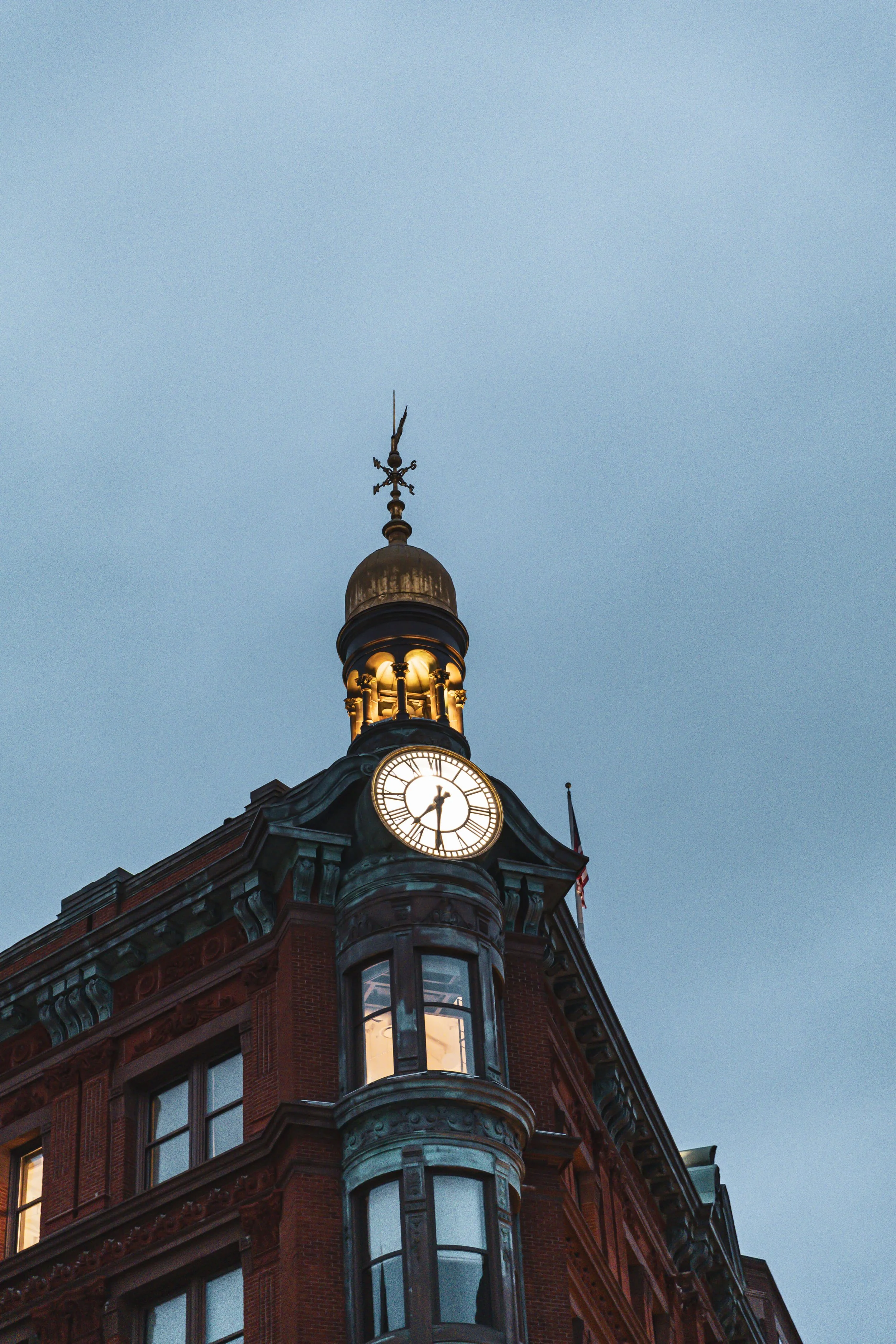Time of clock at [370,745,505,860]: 7:30
